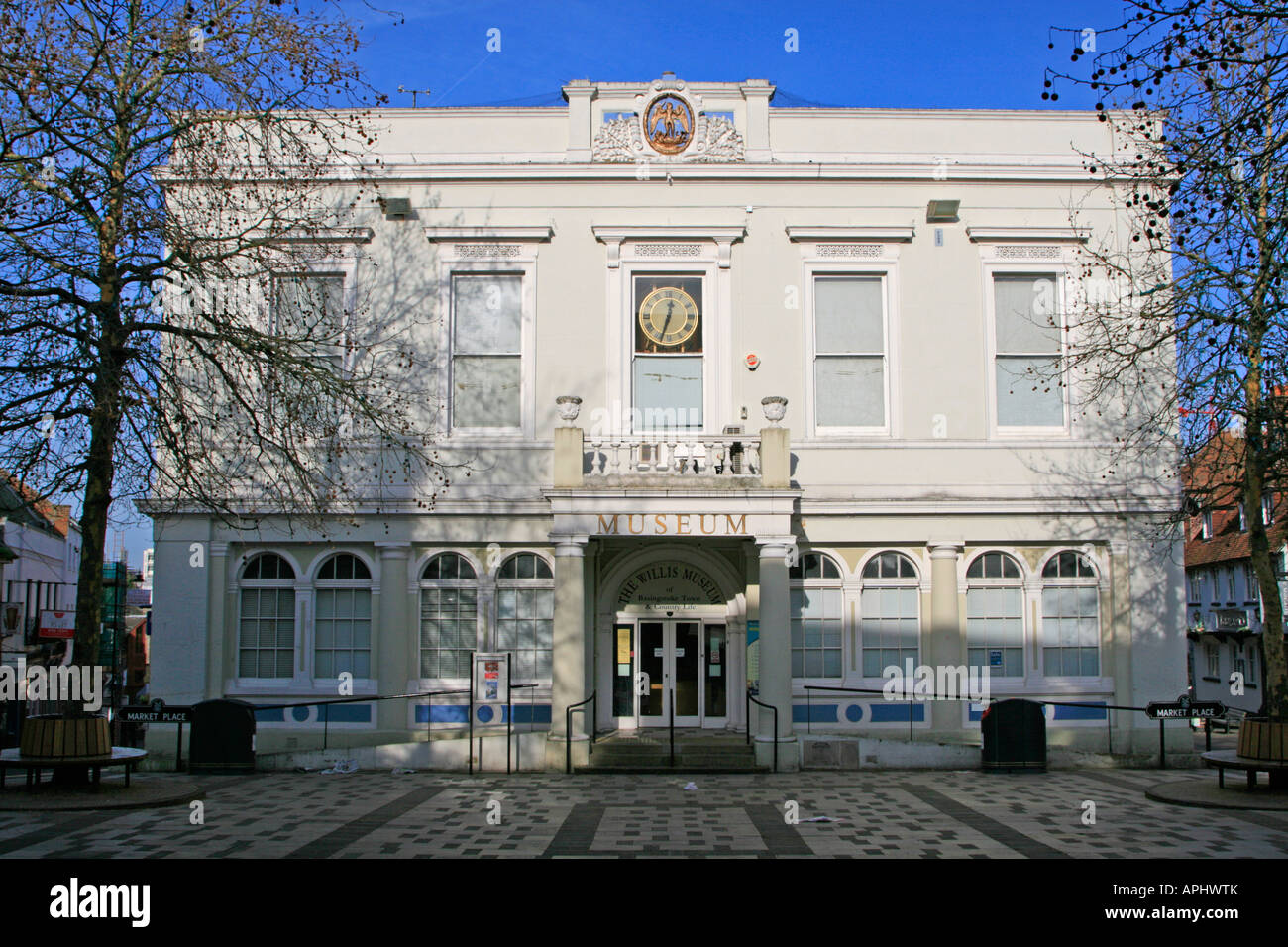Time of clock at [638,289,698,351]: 12:33
